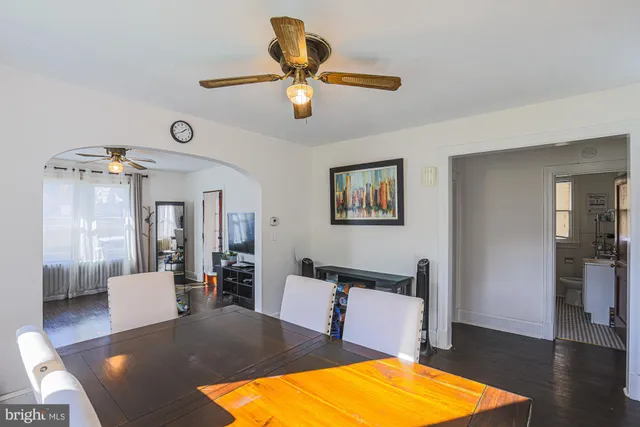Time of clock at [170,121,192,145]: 1:41
